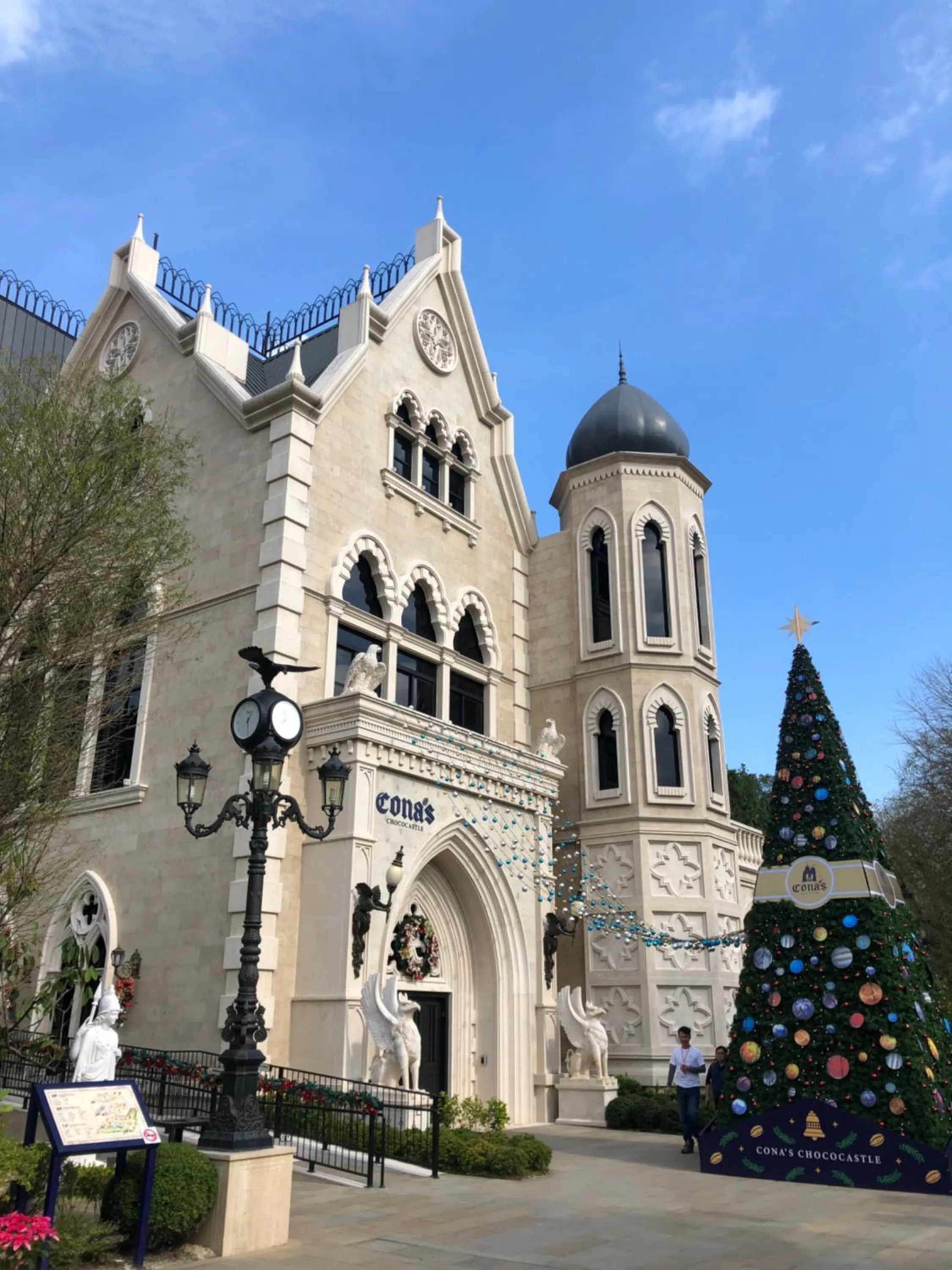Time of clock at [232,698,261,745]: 1:28
